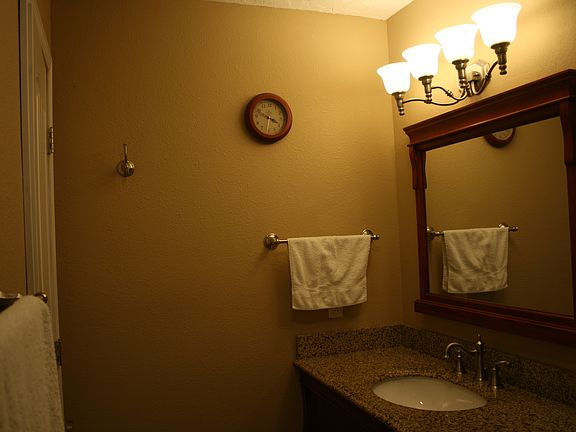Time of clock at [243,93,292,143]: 3:48
